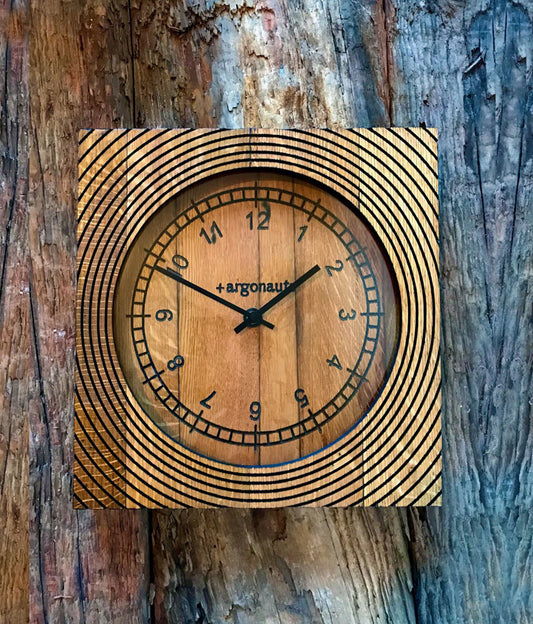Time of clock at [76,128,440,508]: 1:49
